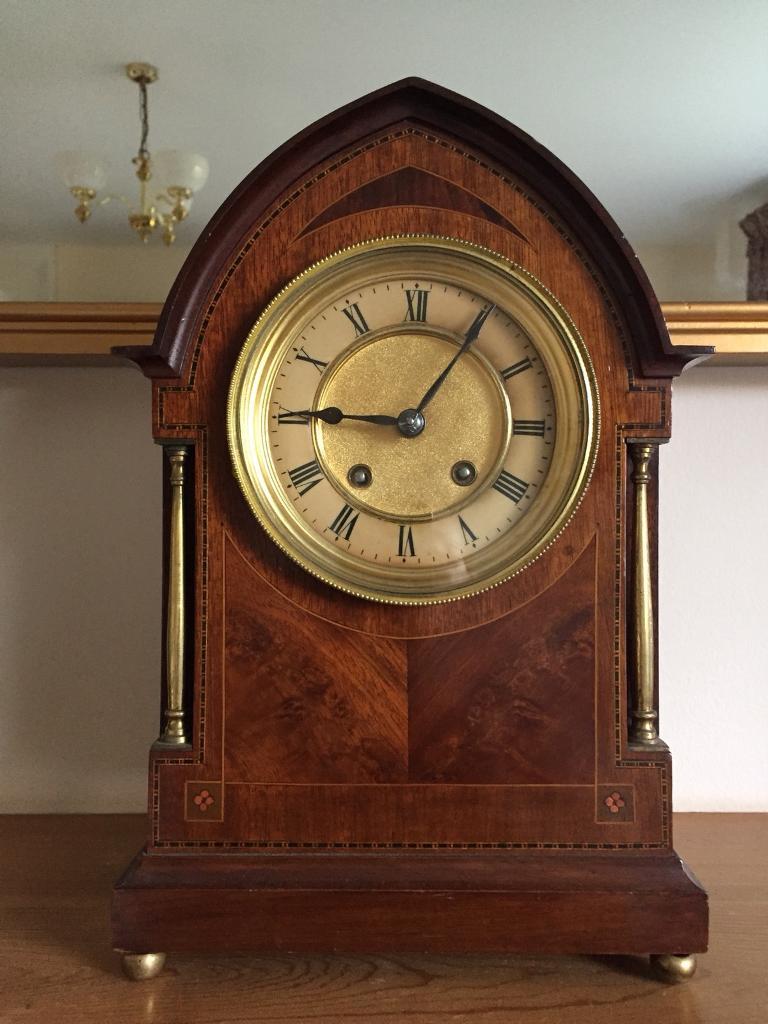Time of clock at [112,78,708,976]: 9:05
